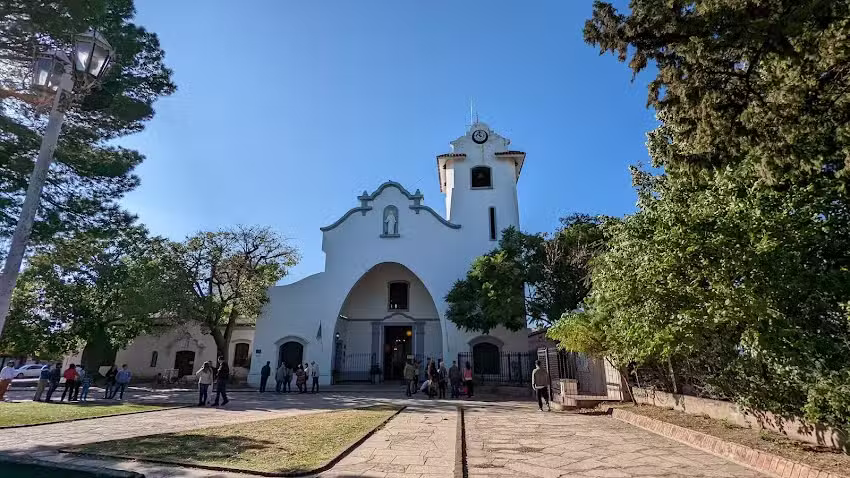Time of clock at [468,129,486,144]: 3:58
